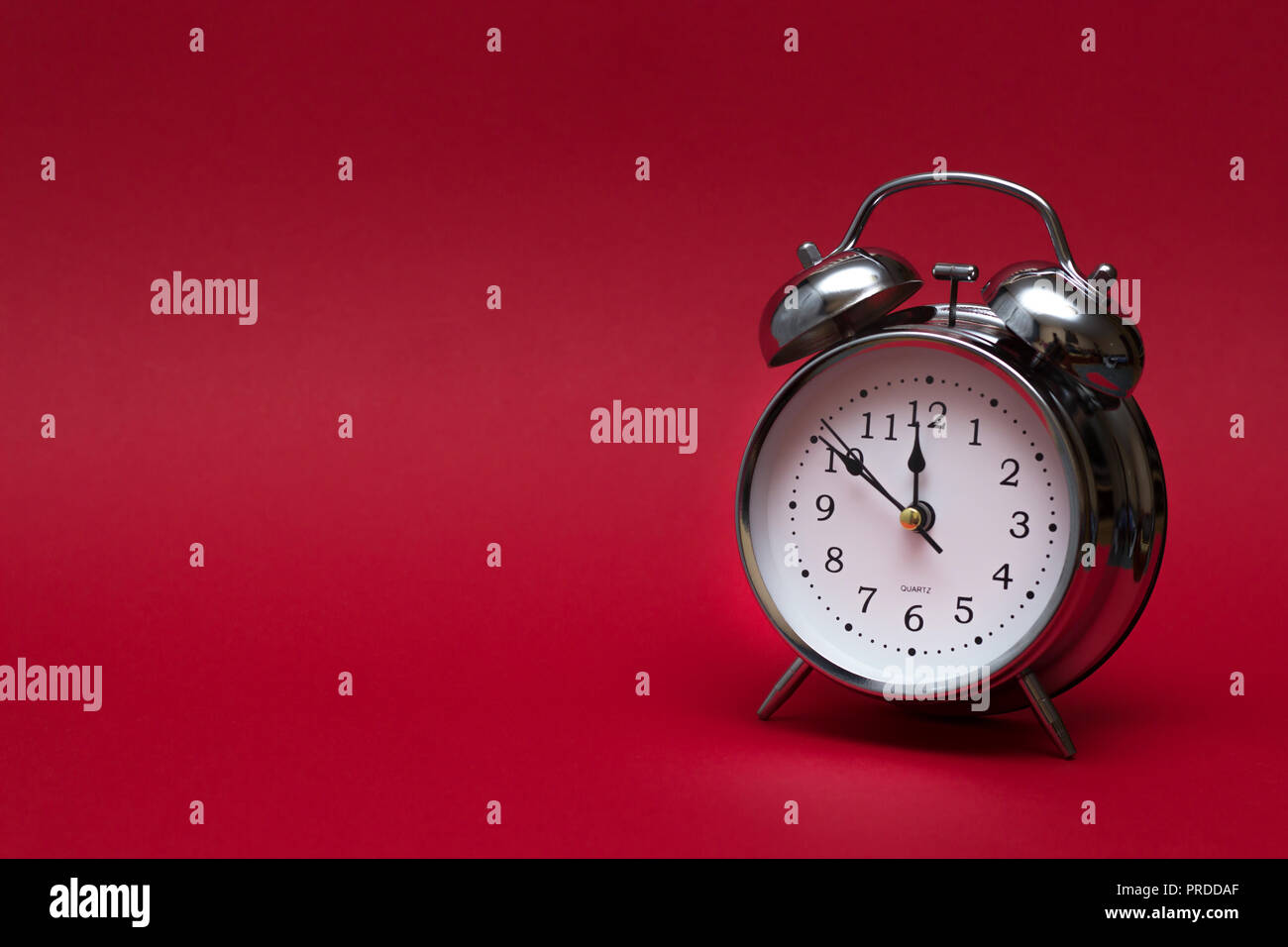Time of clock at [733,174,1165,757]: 11:50
